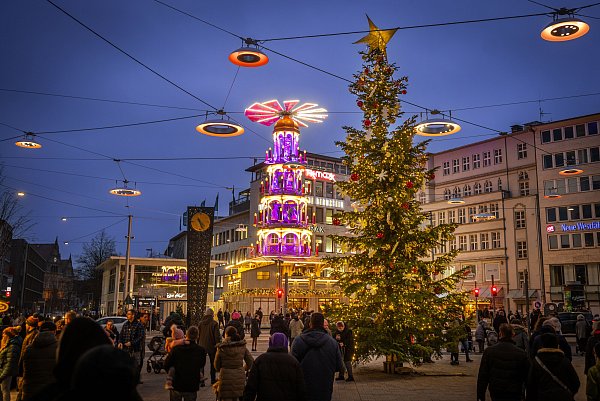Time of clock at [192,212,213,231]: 4:26
